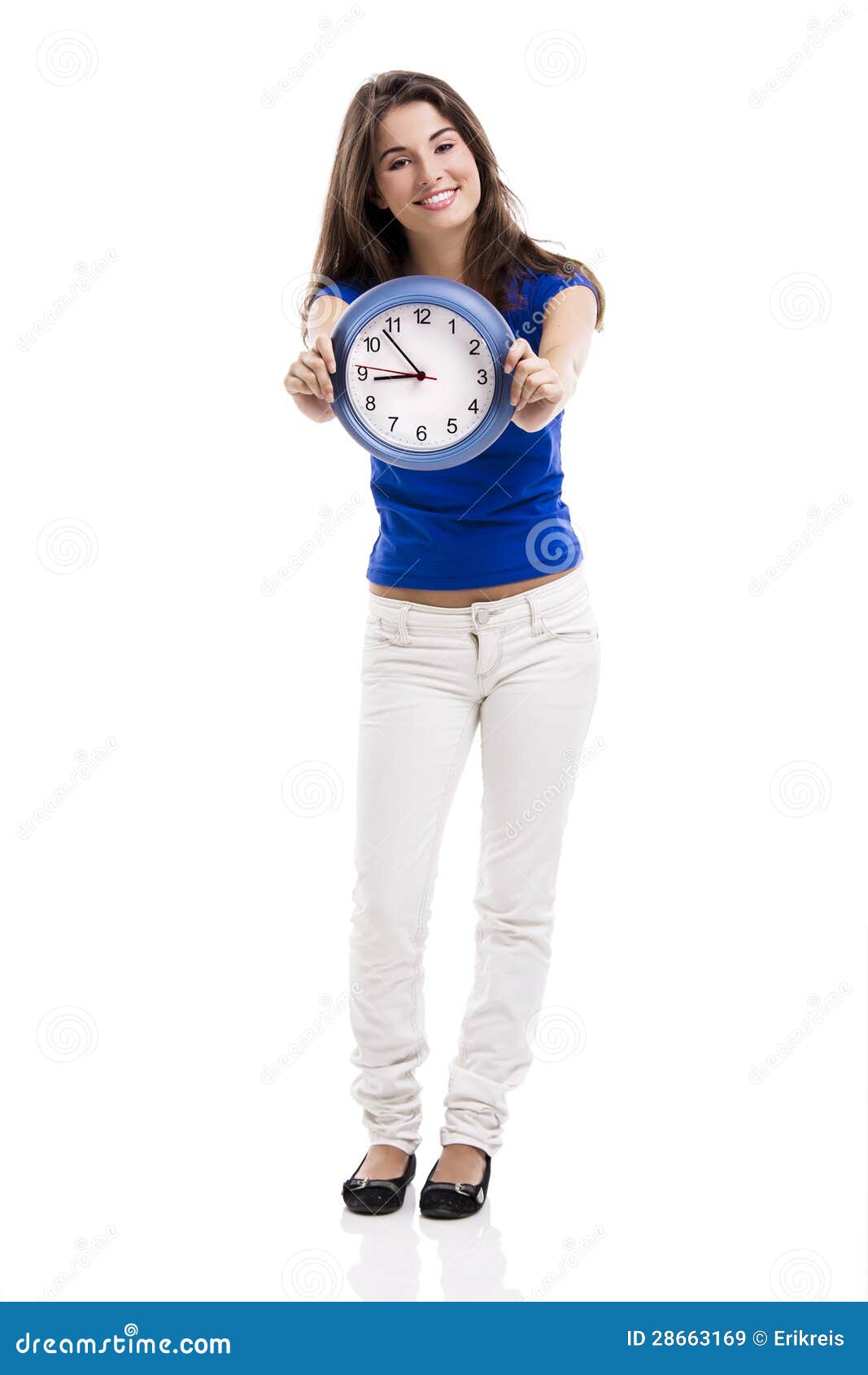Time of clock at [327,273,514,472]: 8:53
